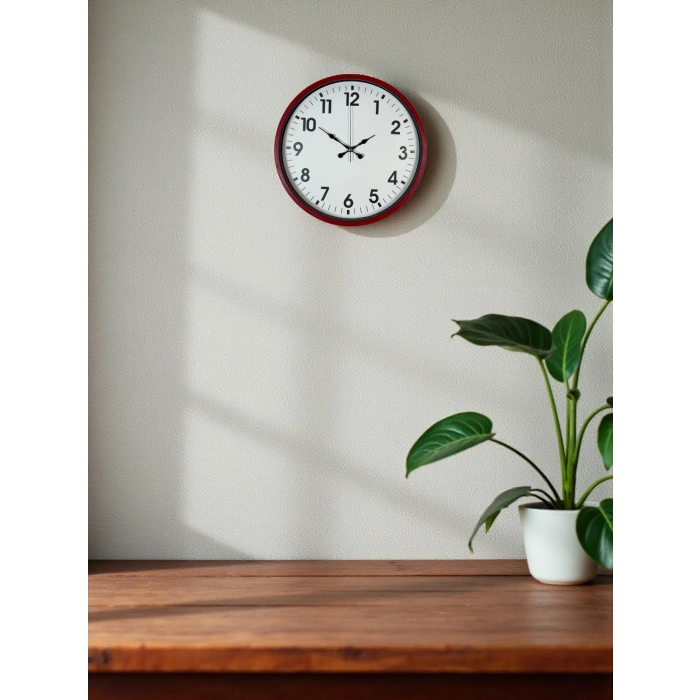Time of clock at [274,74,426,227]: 1:50
